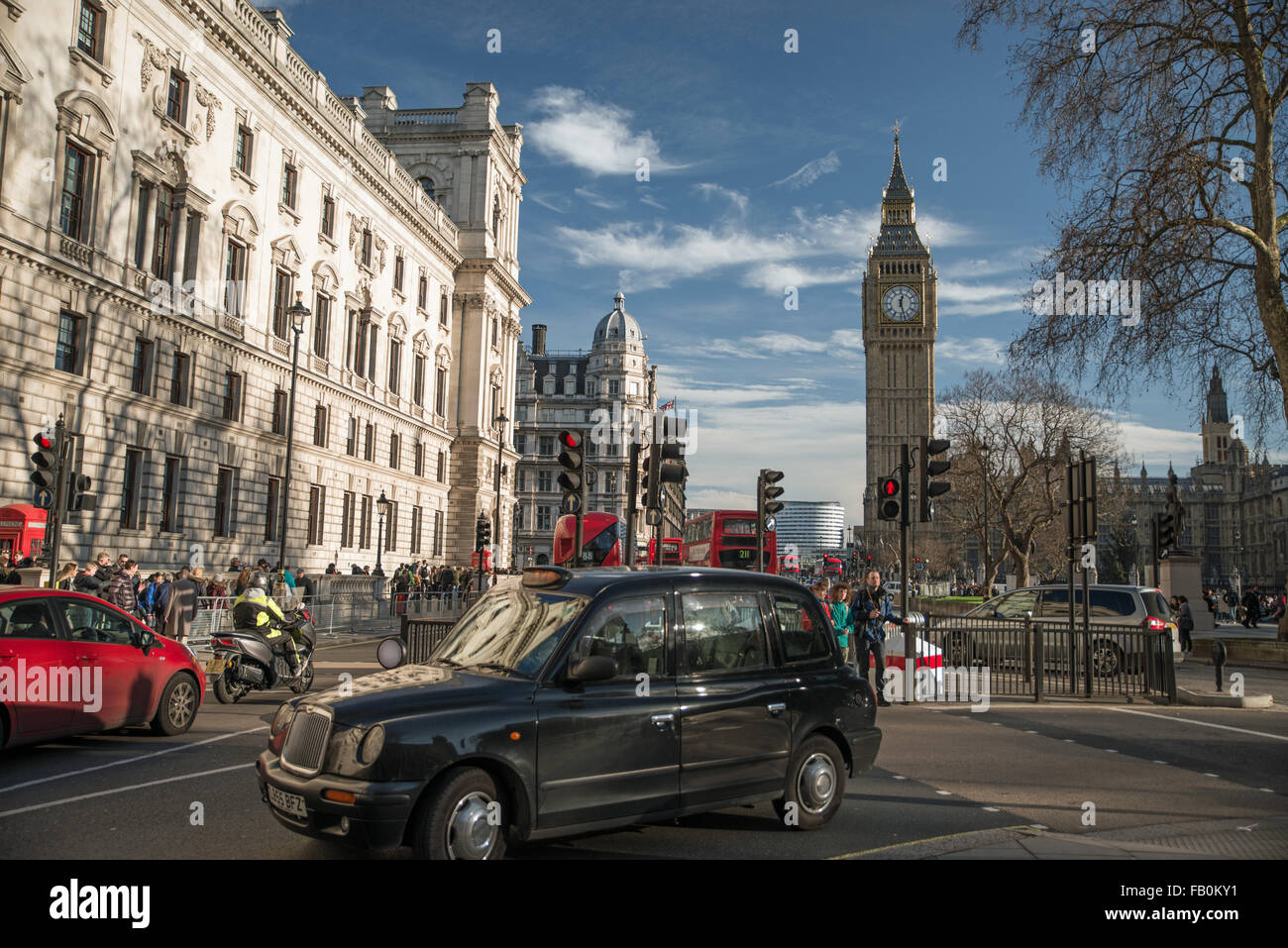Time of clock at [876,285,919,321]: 12:27
